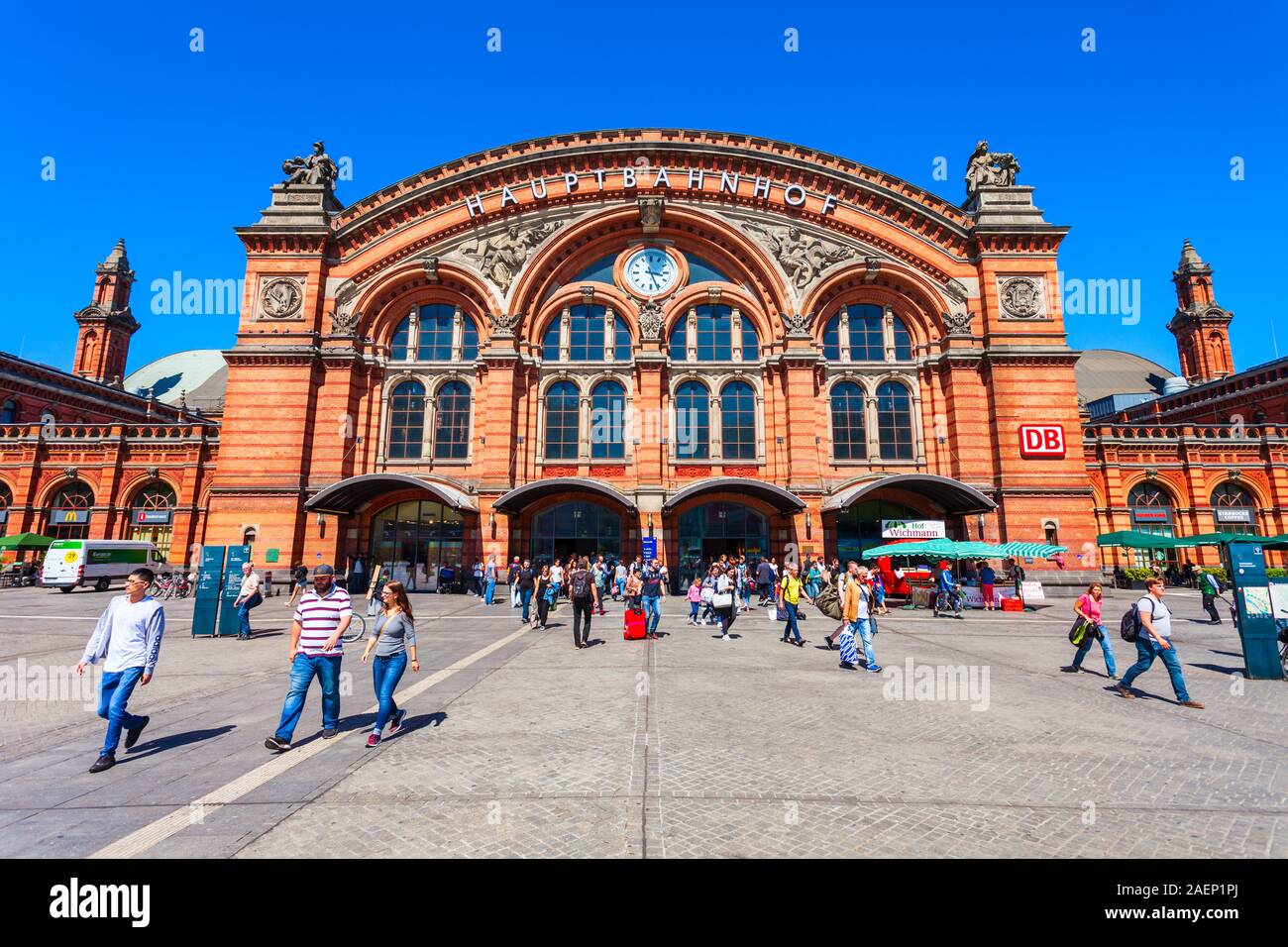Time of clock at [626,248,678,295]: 3:26
